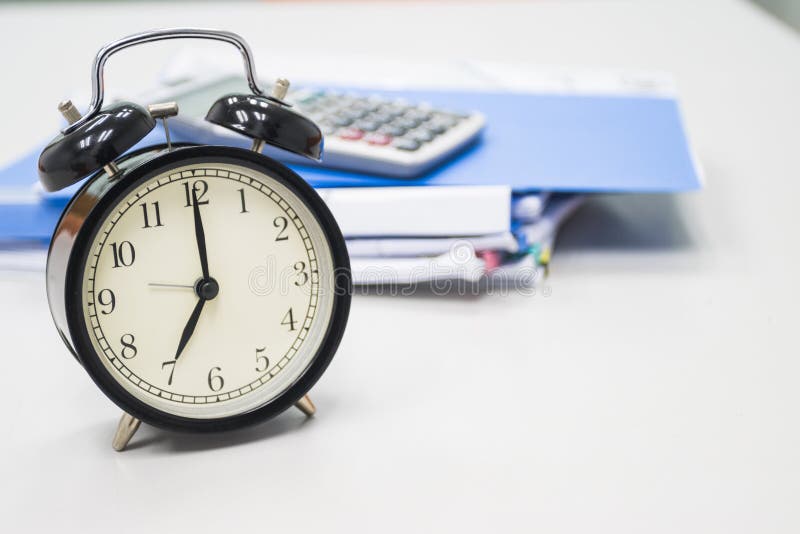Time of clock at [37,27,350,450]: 7:00
